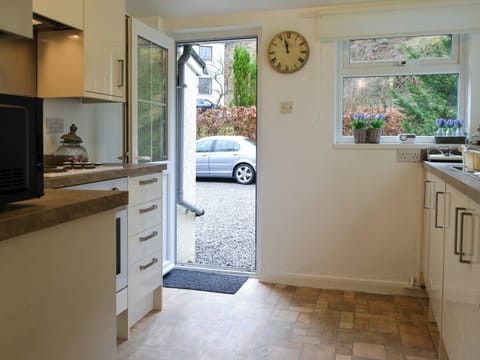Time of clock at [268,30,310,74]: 11:57
